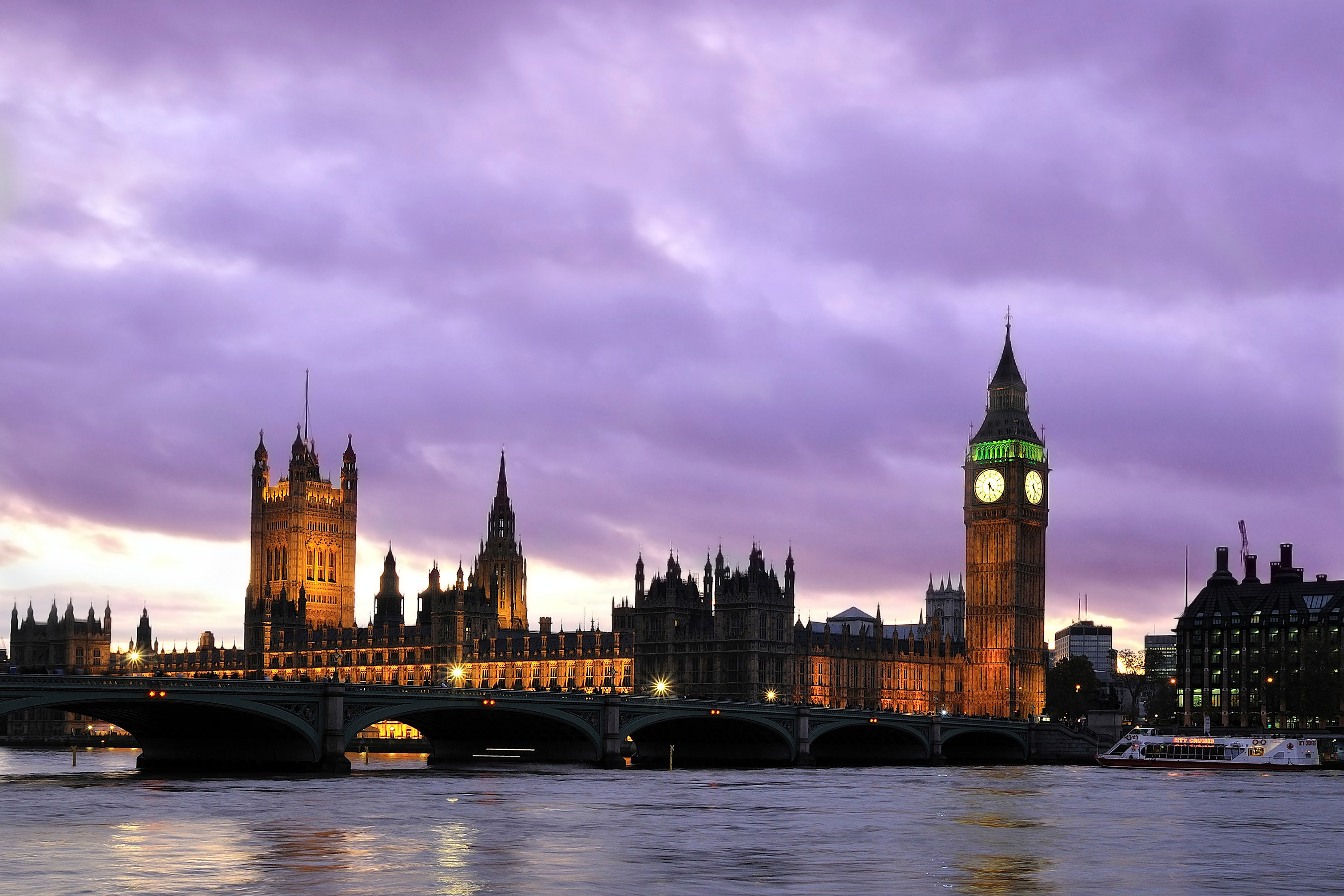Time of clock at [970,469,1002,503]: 4:29
